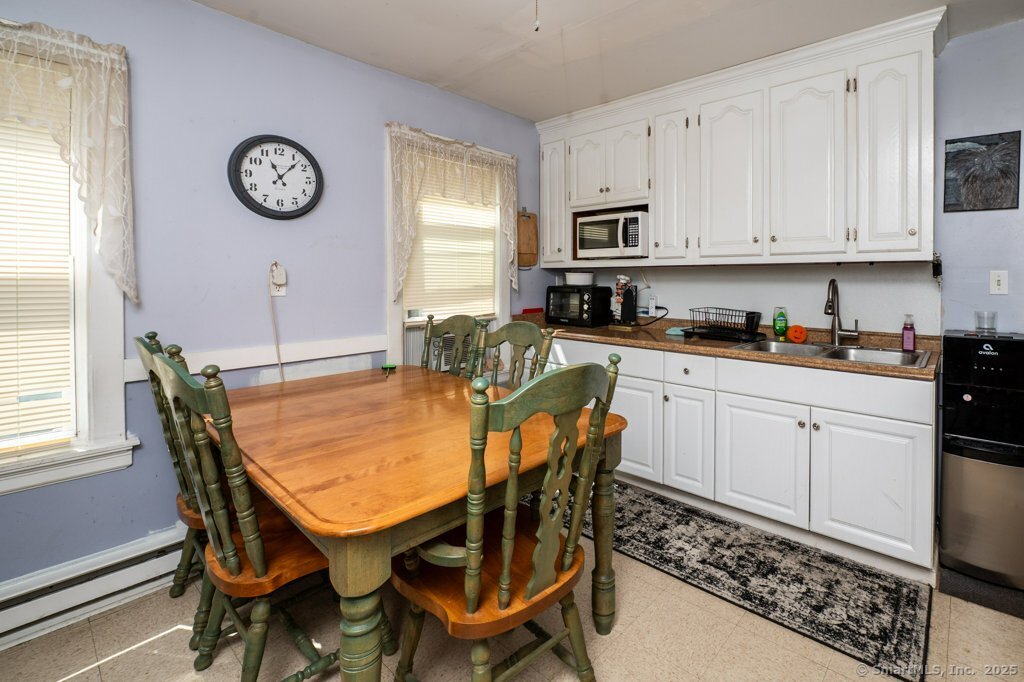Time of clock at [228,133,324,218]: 11:07
